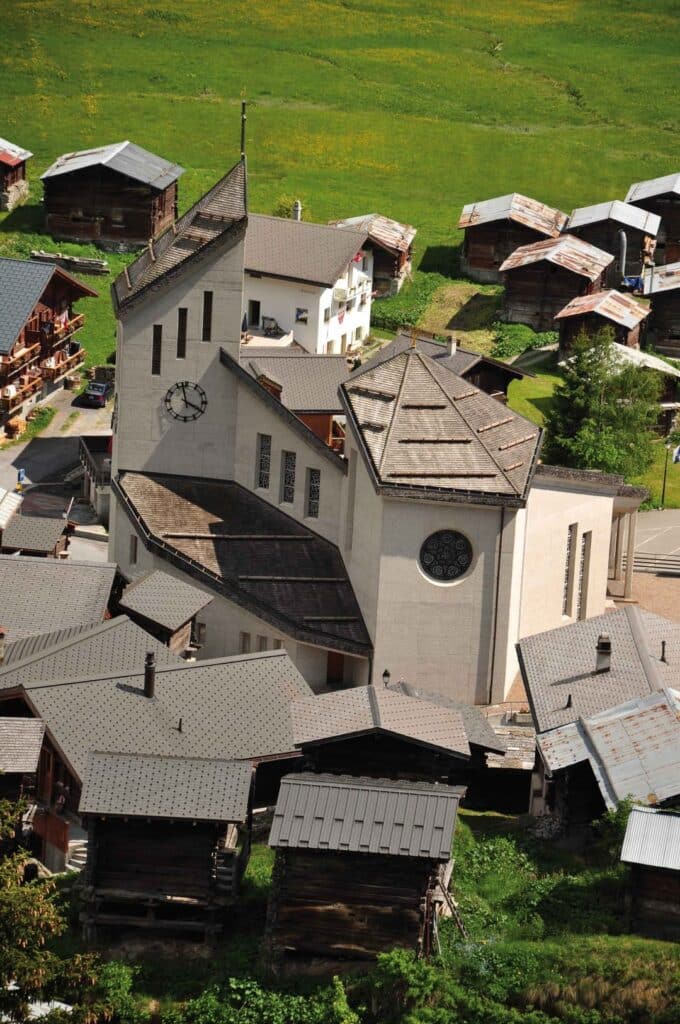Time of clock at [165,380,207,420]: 3:57
